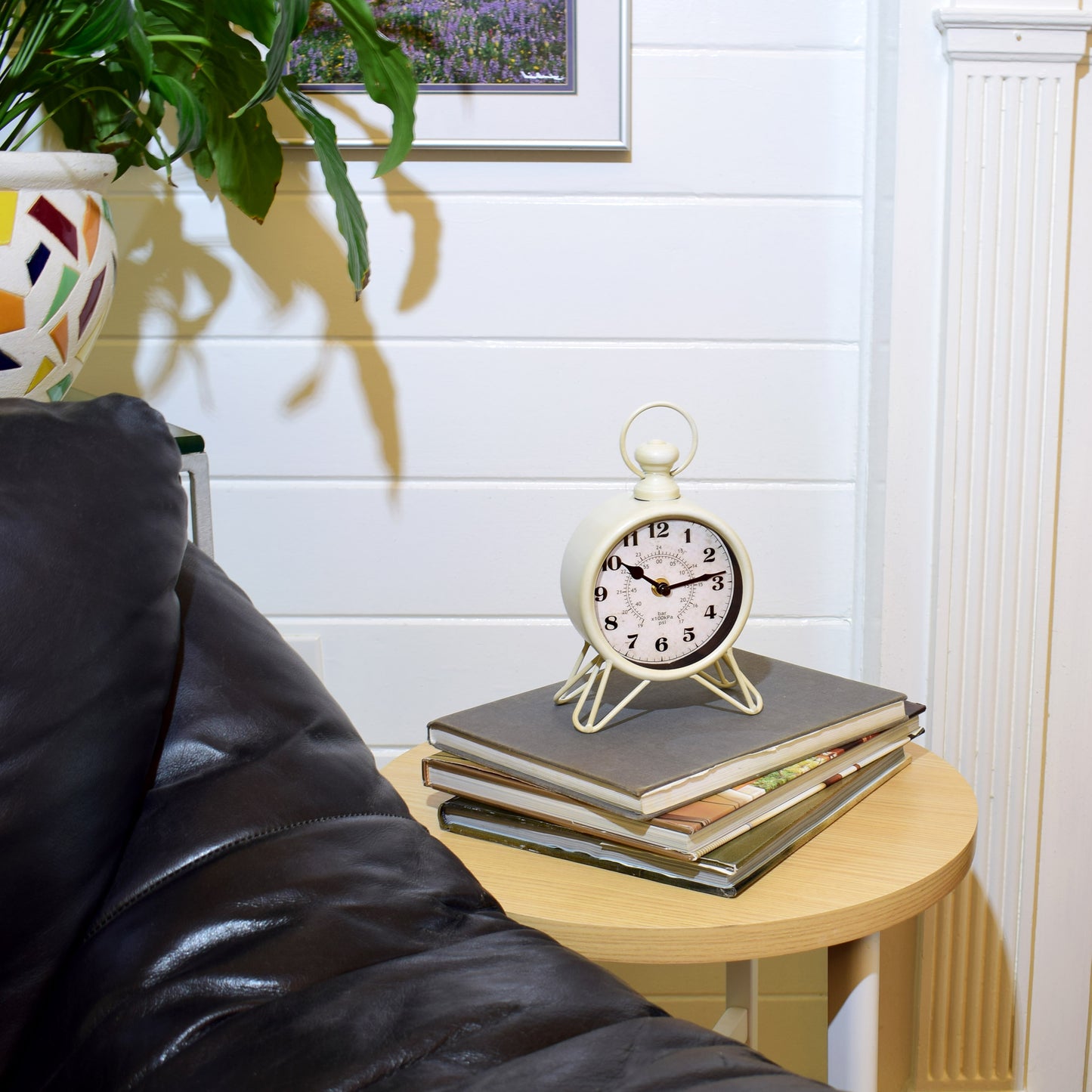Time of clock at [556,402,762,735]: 10:13
